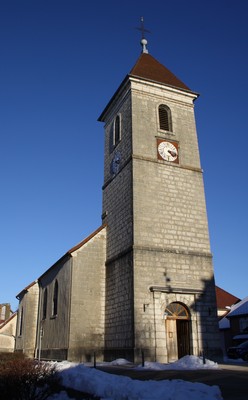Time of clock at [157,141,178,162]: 4:16
